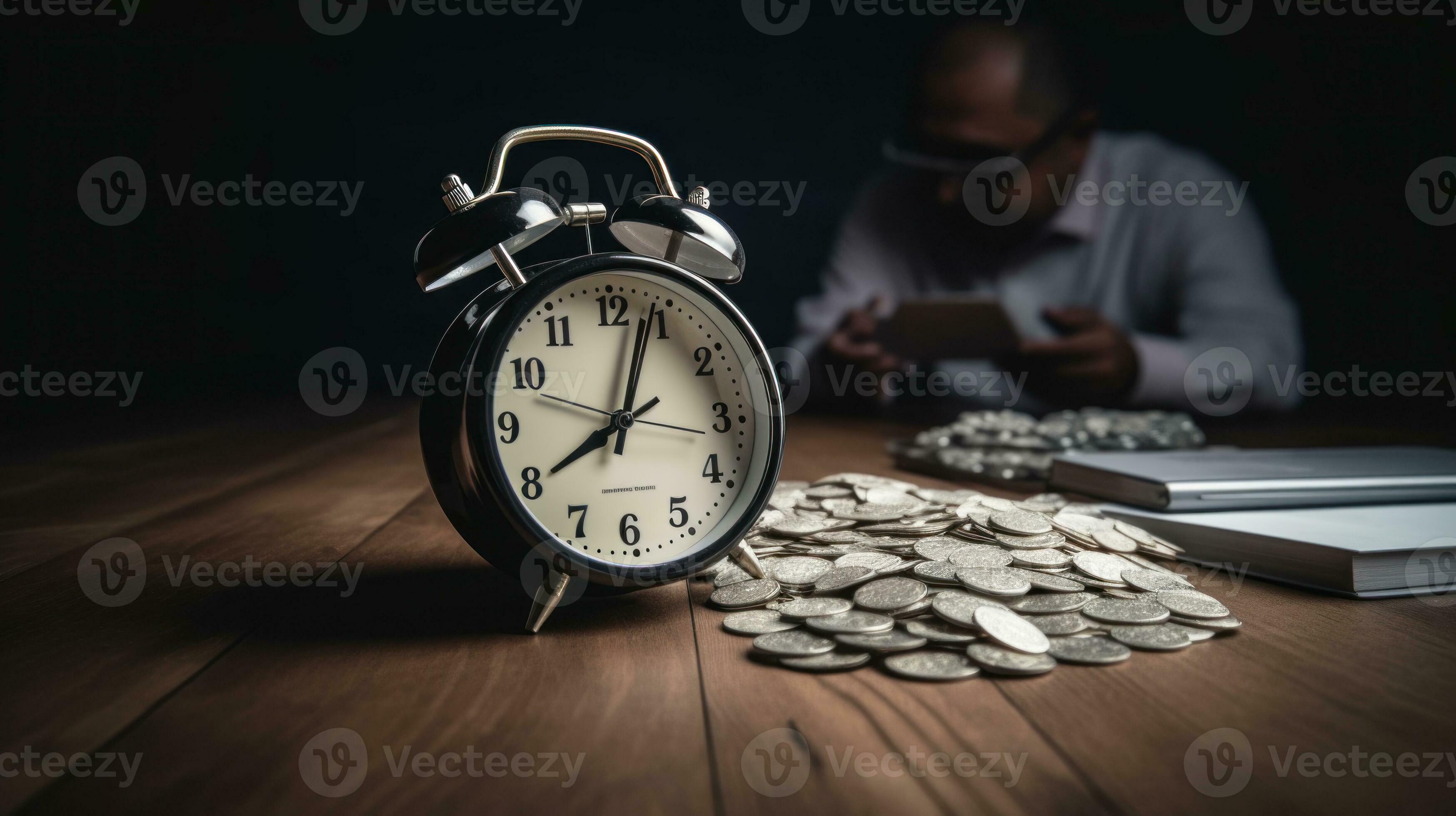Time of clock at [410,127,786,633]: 8:03
